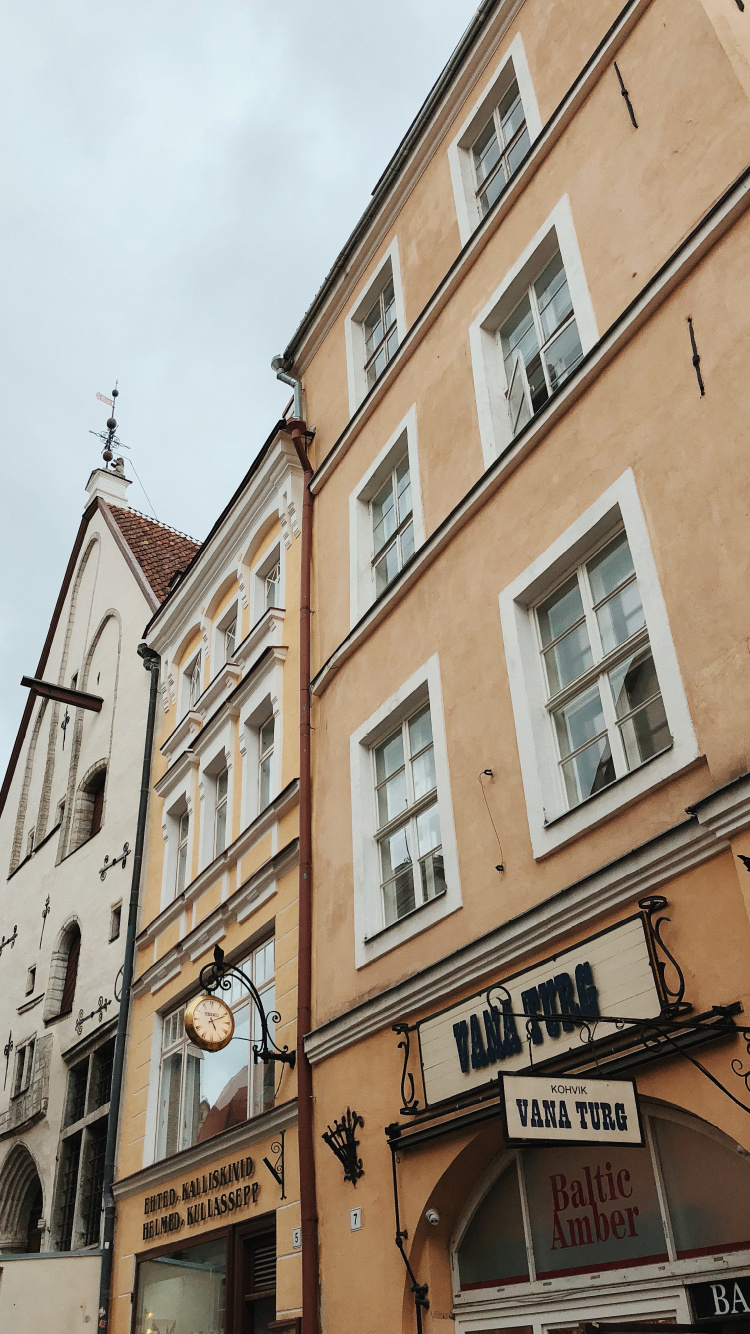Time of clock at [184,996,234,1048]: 5:11
